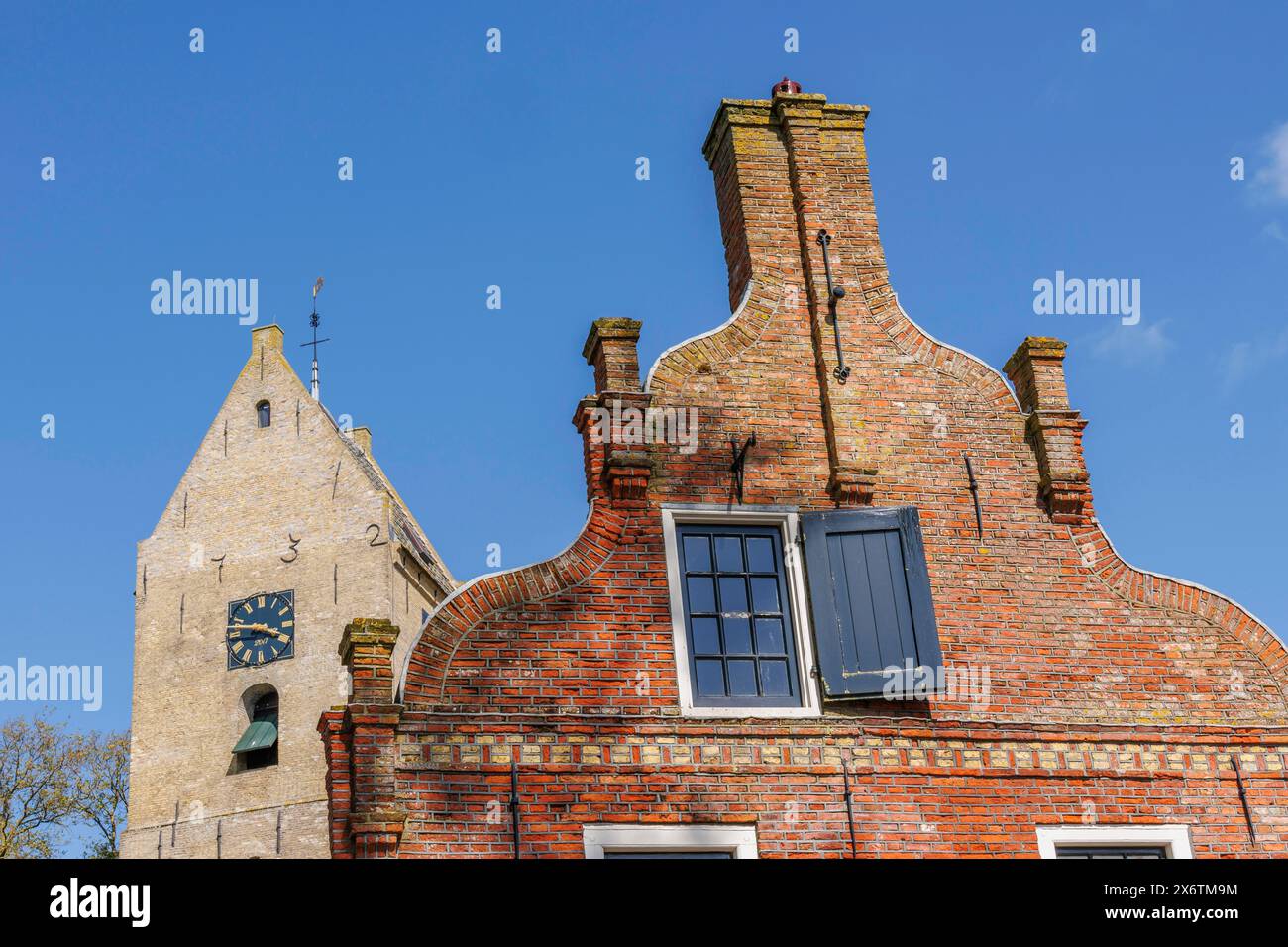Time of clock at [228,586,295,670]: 3:47
